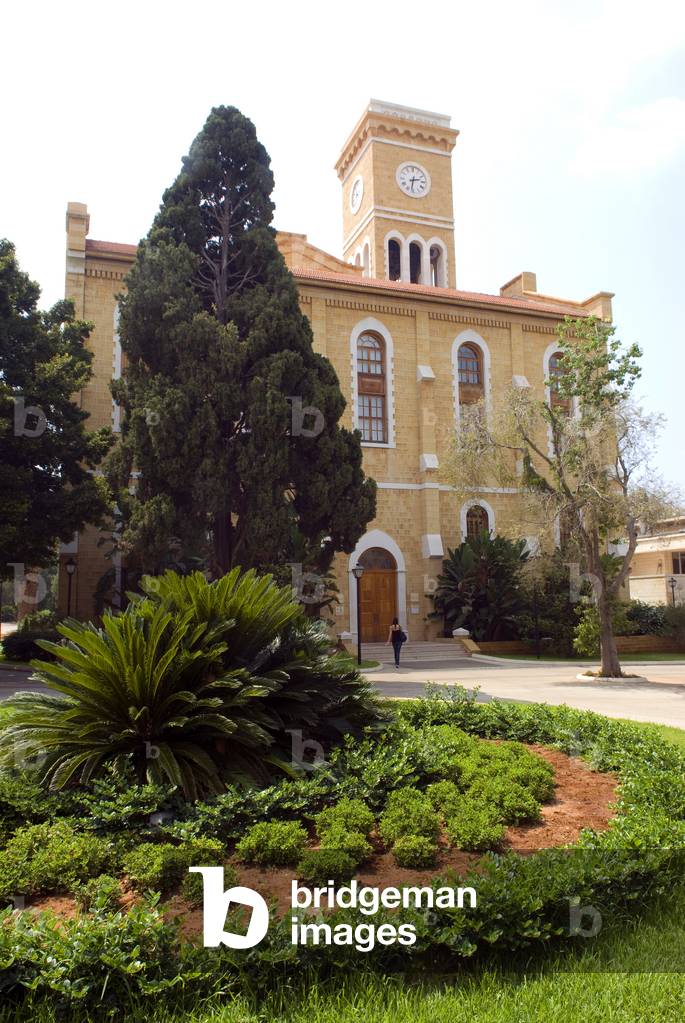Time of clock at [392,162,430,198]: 2:32
